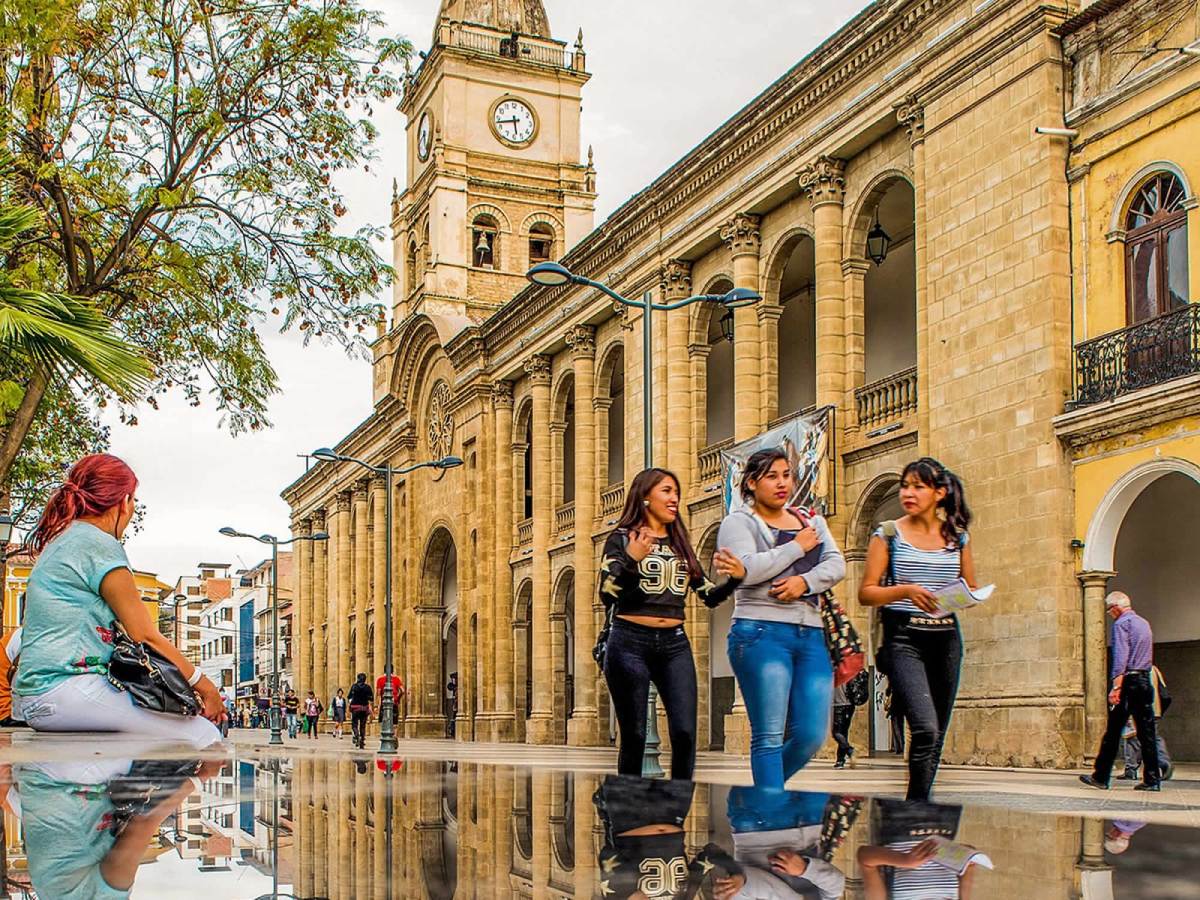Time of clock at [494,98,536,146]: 5:42
